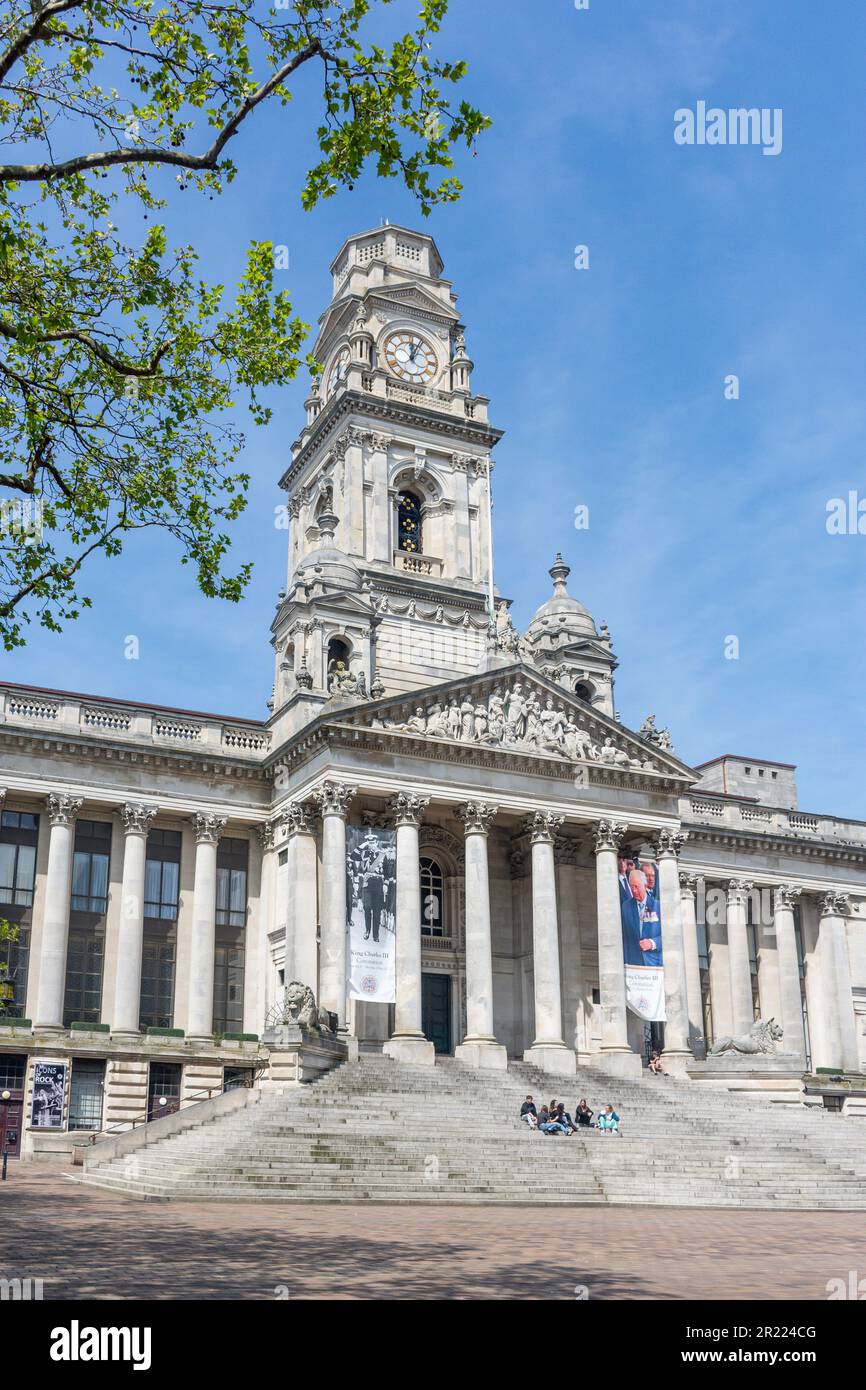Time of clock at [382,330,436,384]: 12:04
